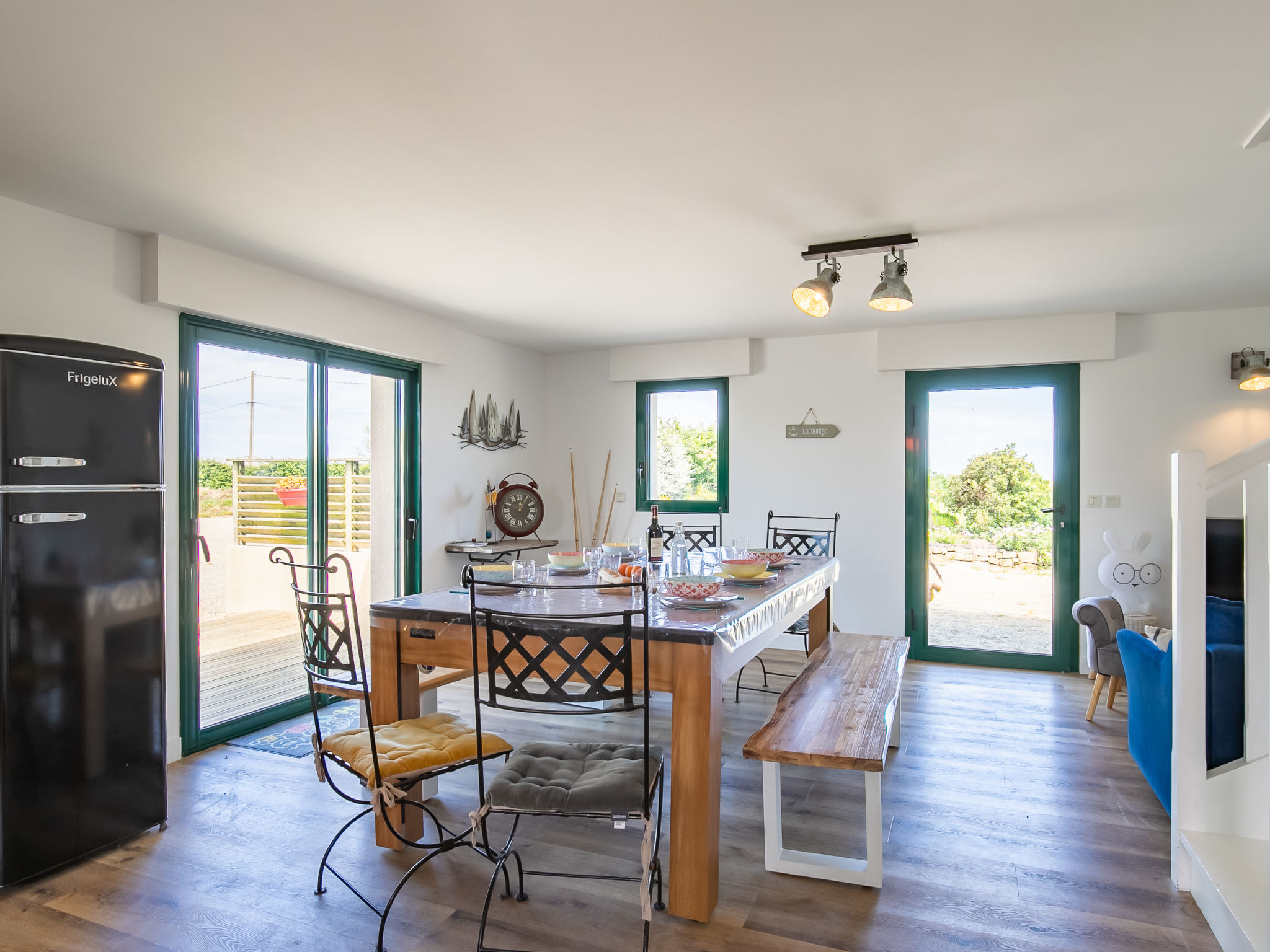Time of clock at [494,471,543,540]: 12:05
